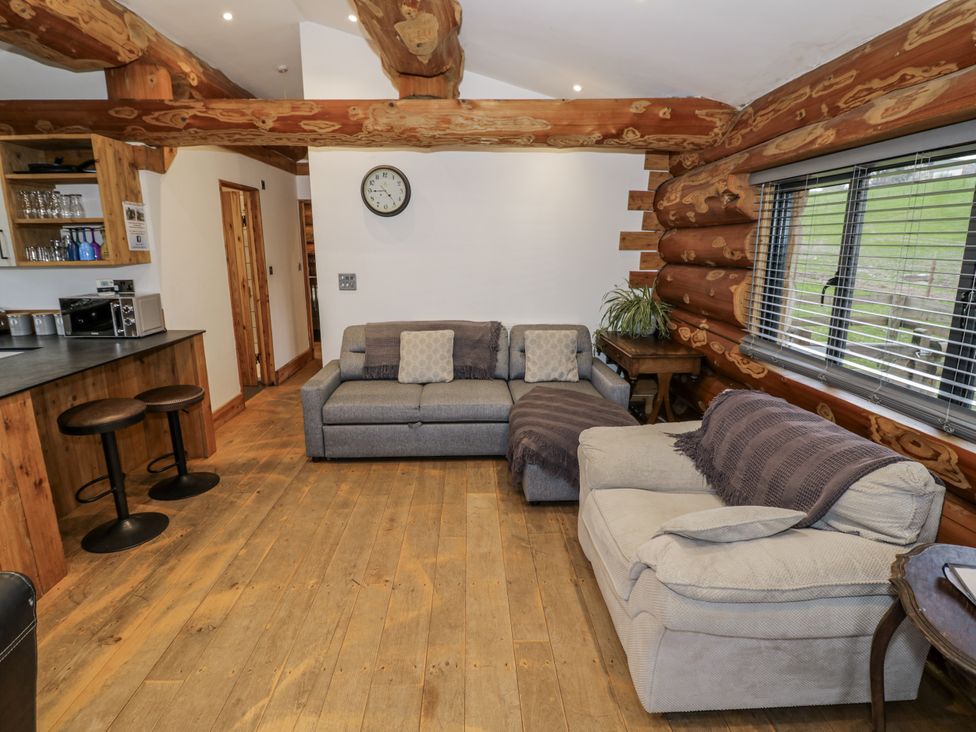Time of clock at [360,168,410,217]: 4:44
